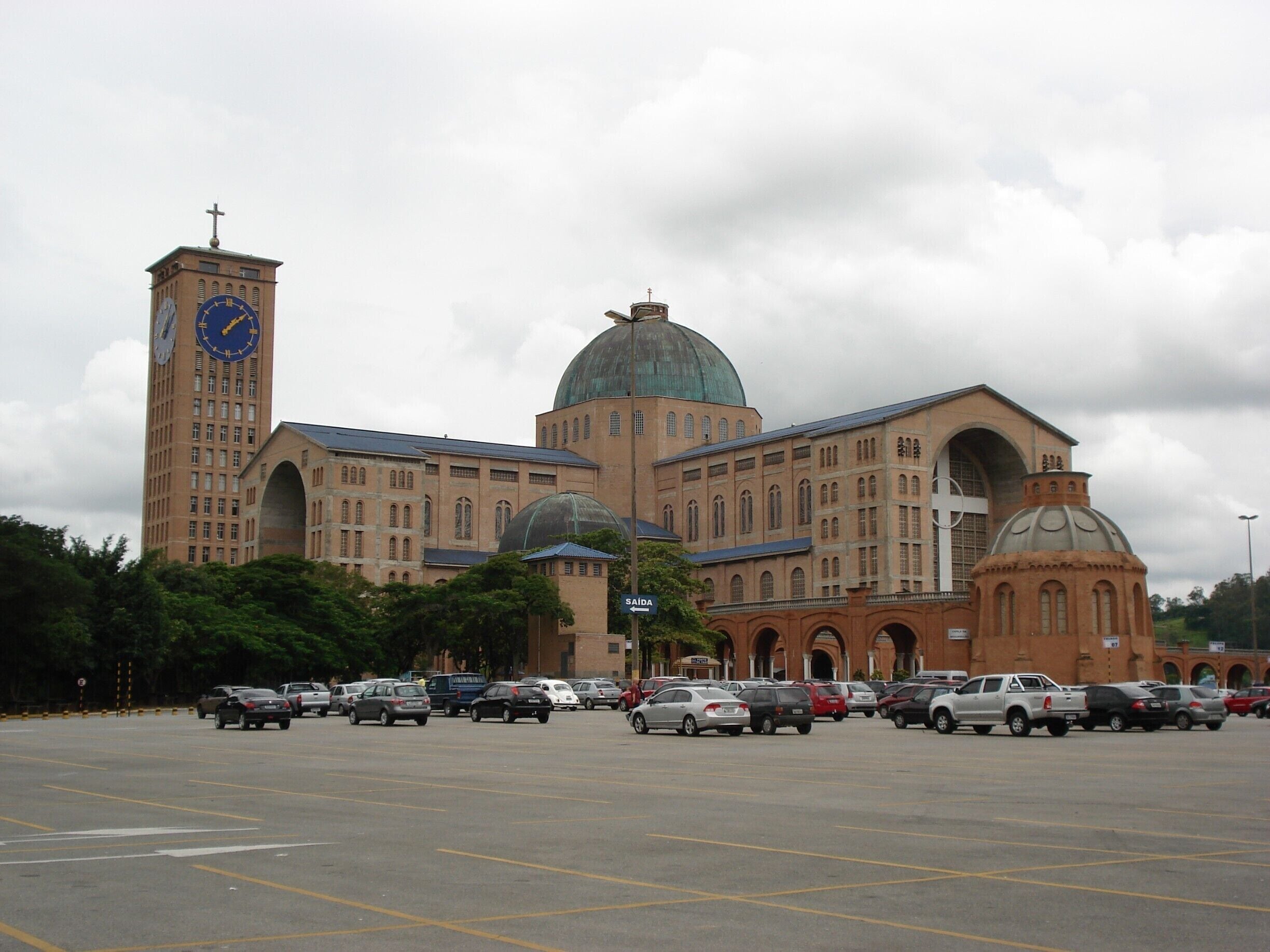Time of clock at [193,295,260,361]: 1:08
